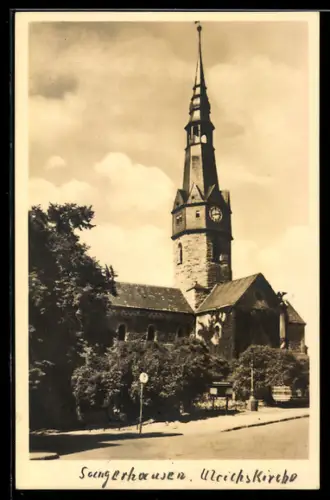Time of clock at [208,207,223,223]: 2:42
